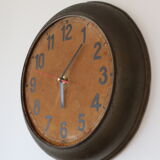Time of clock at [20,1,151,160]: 6:06
